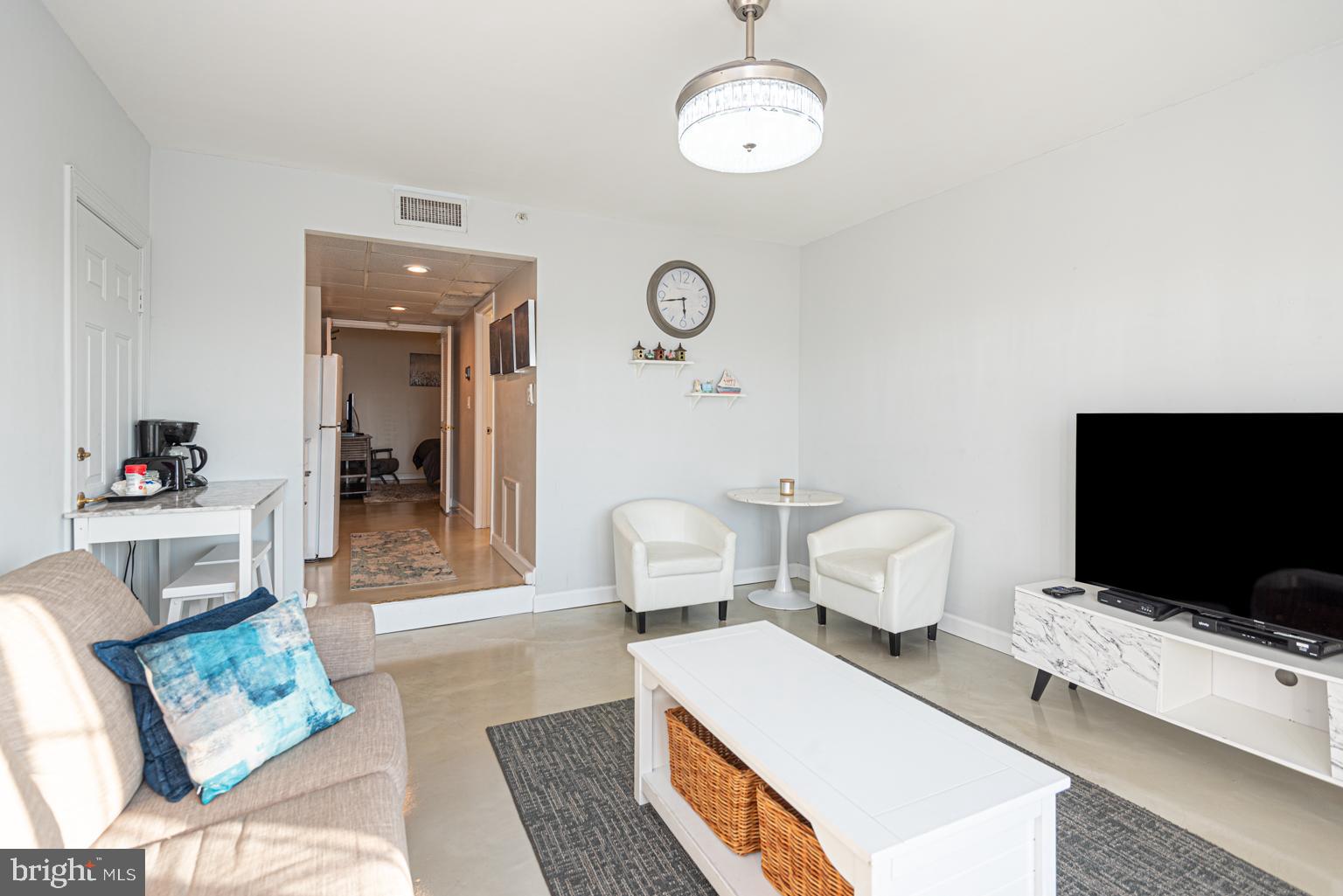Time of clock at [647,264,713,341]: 5:43
